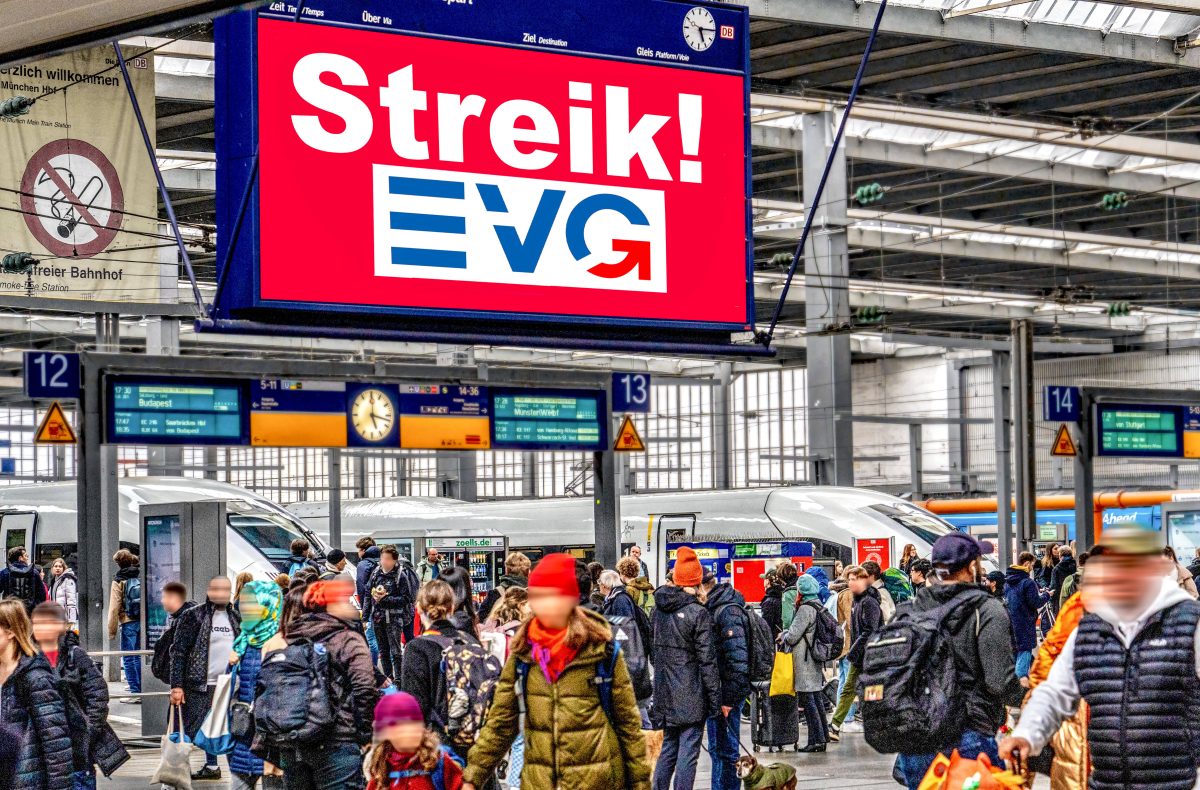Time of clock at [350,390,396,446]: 5:17
